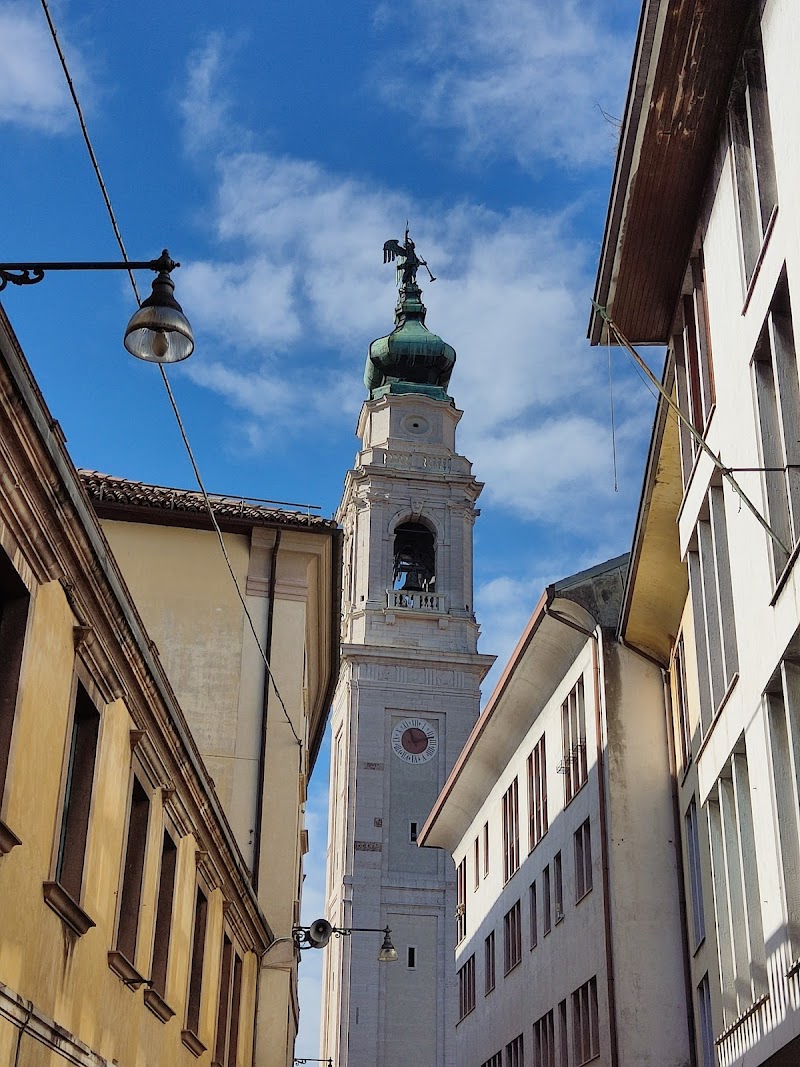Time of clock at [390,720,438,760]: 11:12
